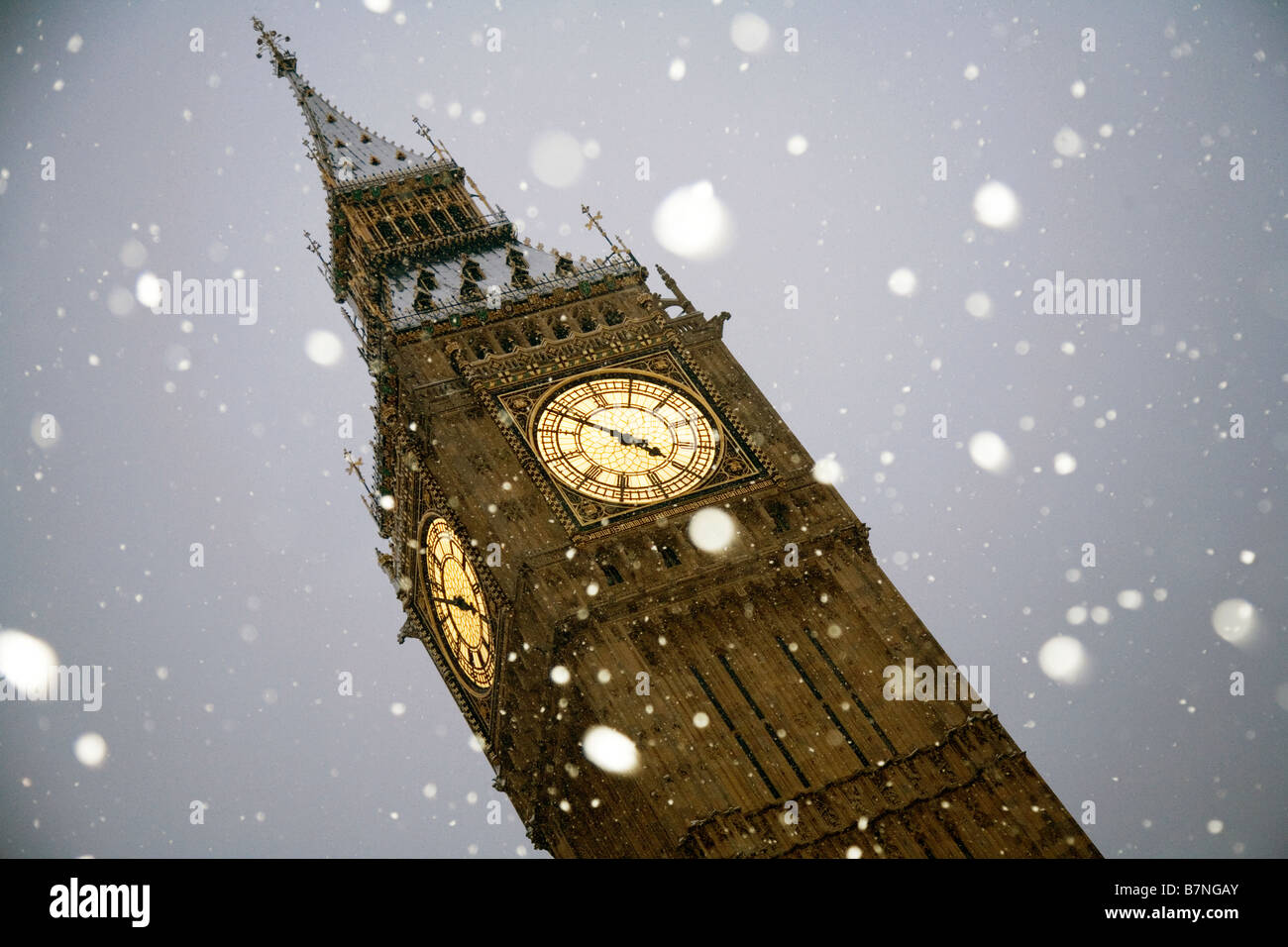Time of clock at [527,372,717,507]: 3:48
